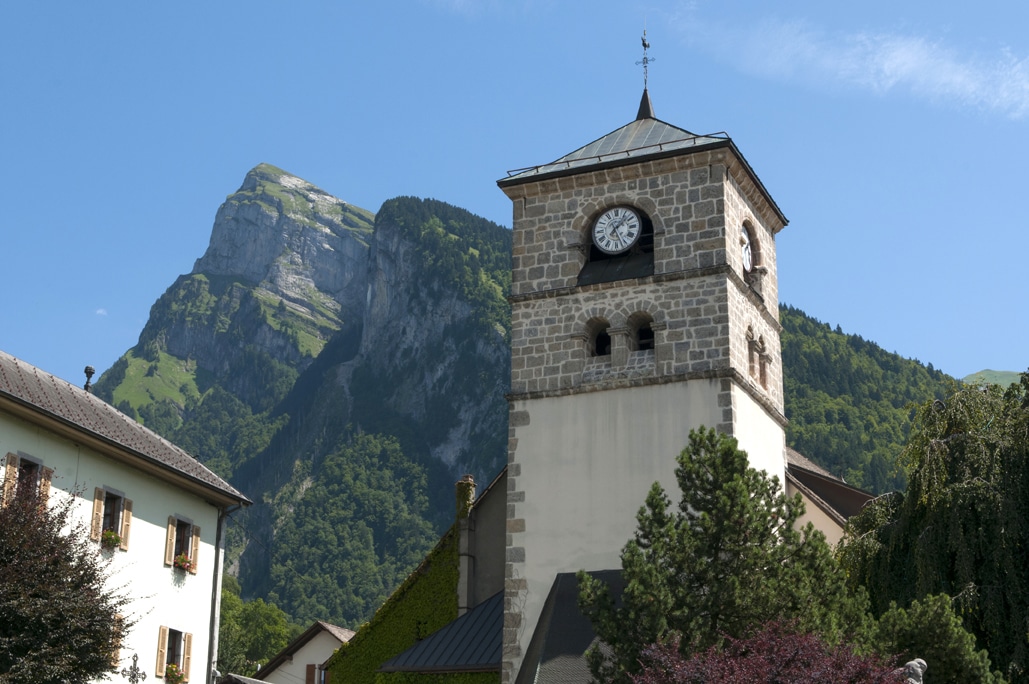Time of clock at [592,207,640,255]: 1:26
